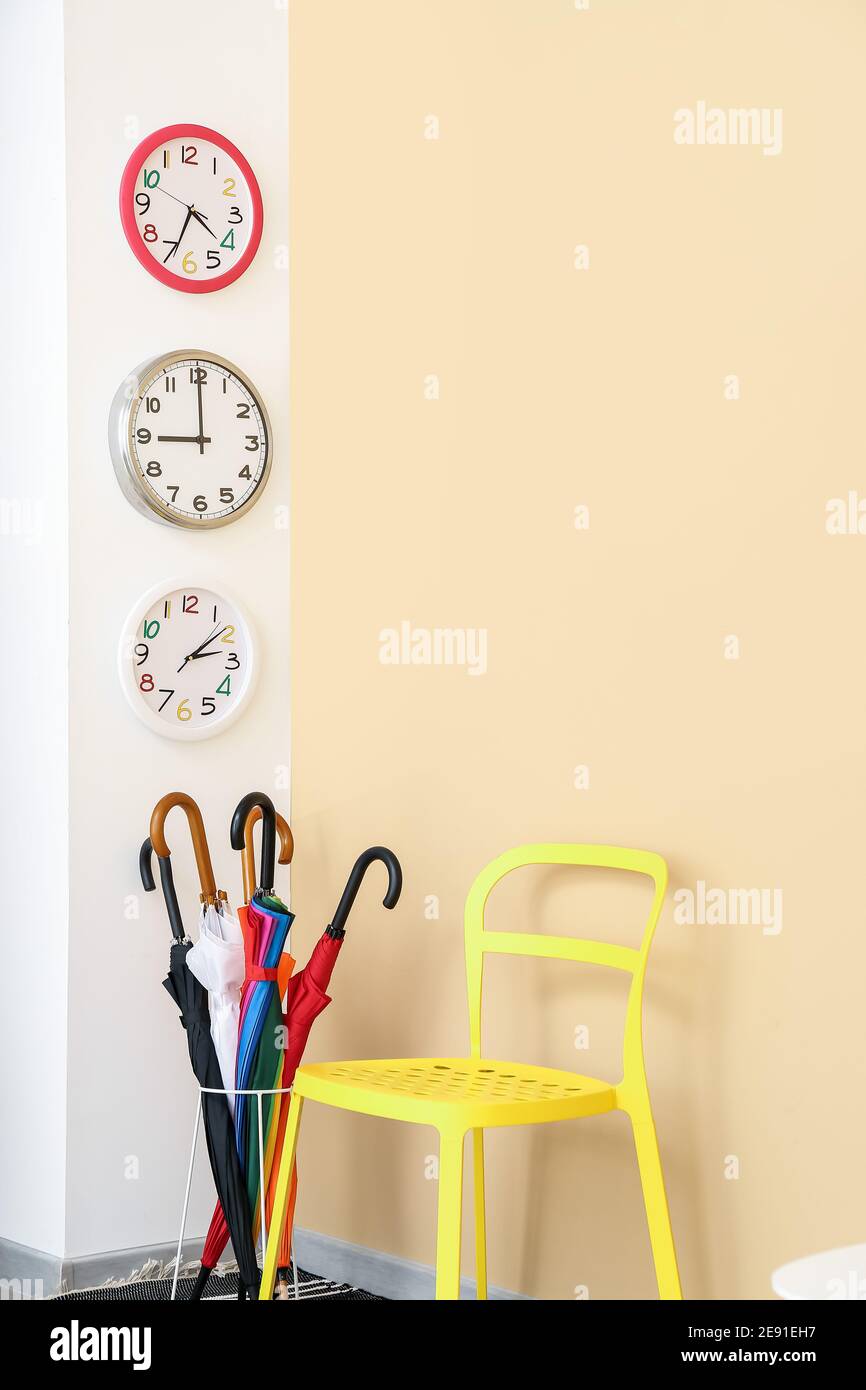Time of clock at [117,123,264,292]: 4:34
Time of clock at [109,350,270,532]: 9:00
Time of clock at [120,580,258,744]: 2:08
